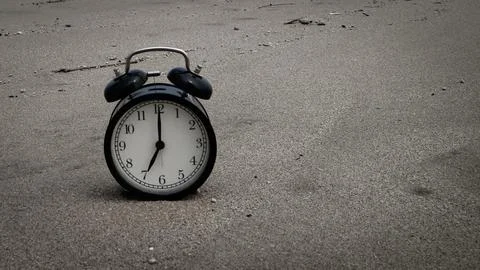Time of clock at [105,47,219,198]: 7:00
